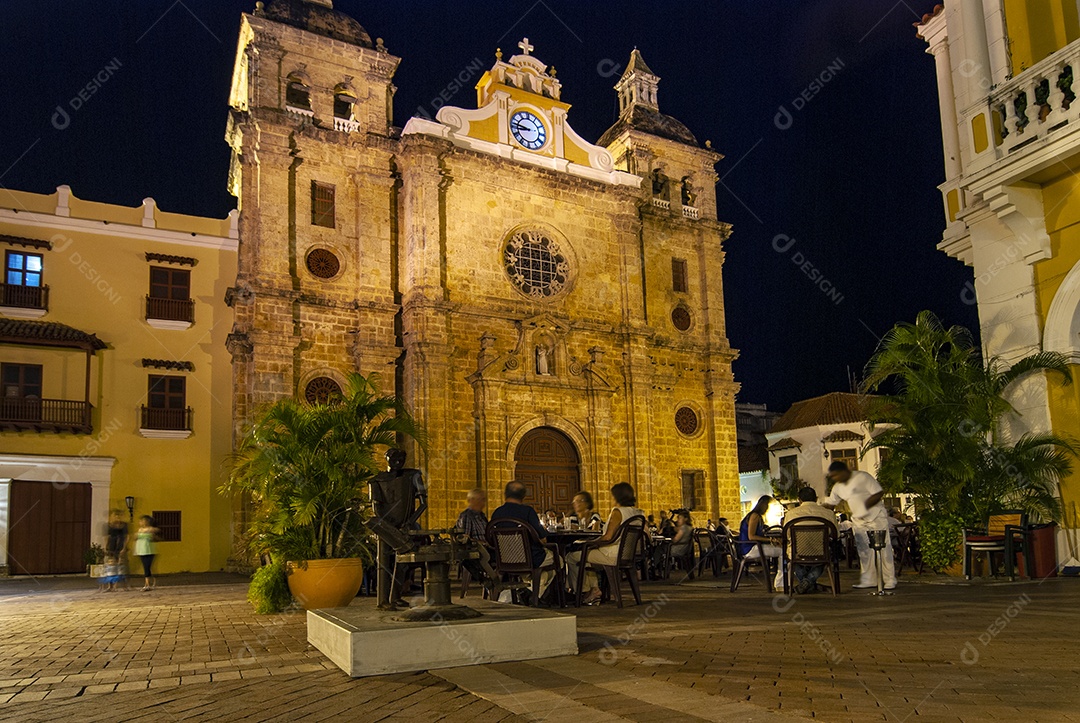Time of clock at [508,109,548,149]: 8:46
